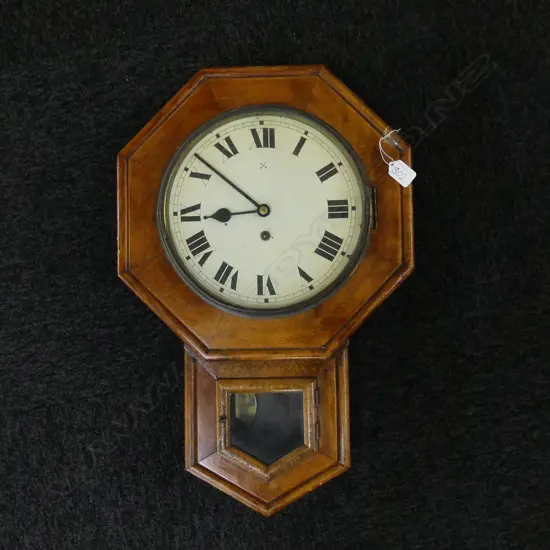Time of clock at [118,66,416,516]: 8:51
